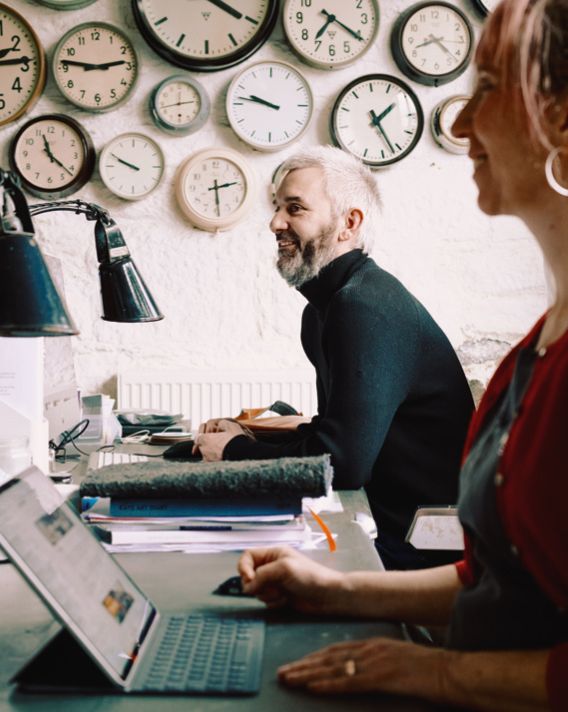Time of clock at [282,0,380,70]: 7:20
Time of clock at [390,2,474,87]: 8:22
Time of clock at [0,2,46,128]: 2:46
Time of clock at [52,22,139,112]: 2:46
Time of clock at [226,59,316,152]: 9:47
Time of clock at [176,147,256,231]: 2:29
